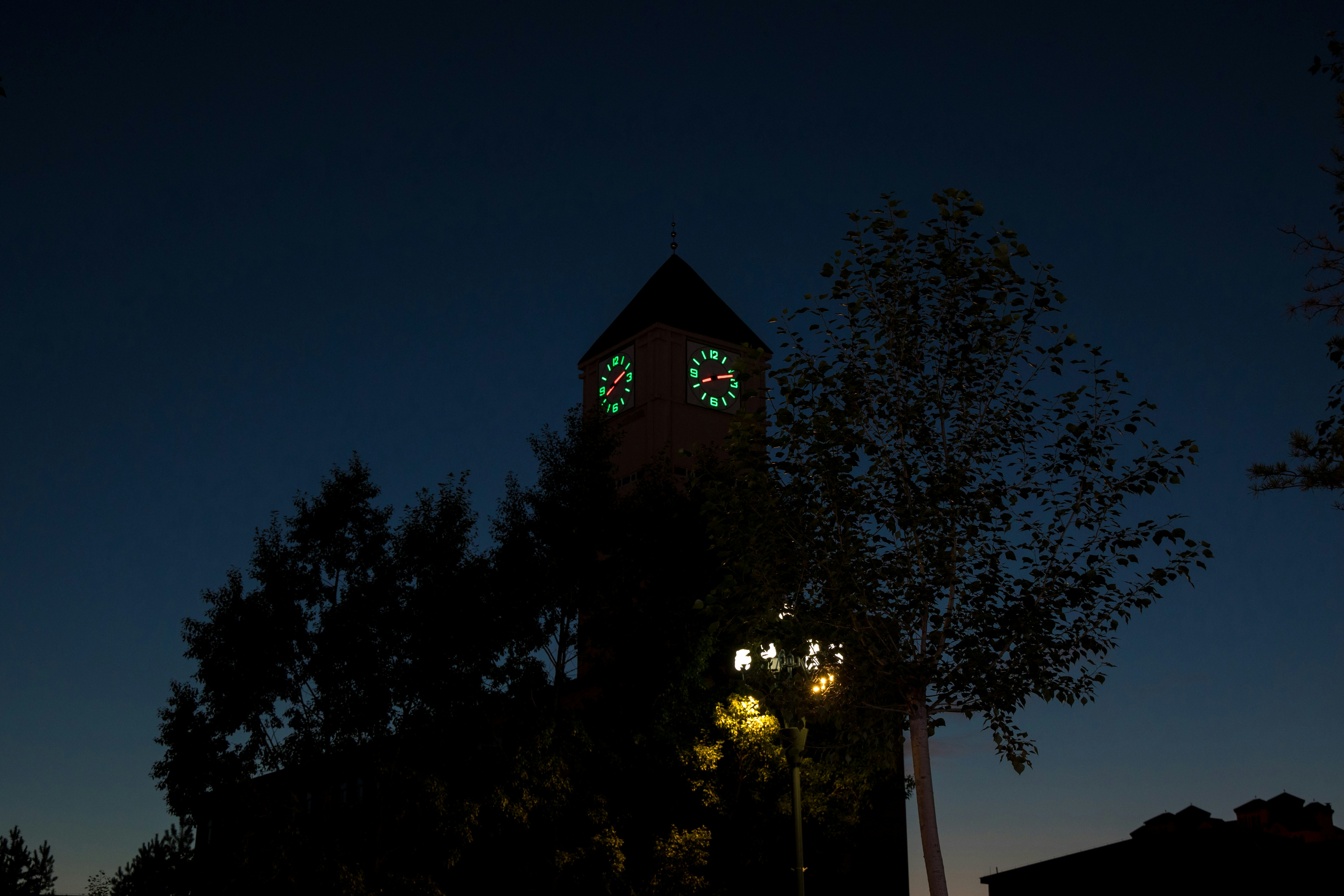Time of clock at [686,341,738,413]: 8:12
